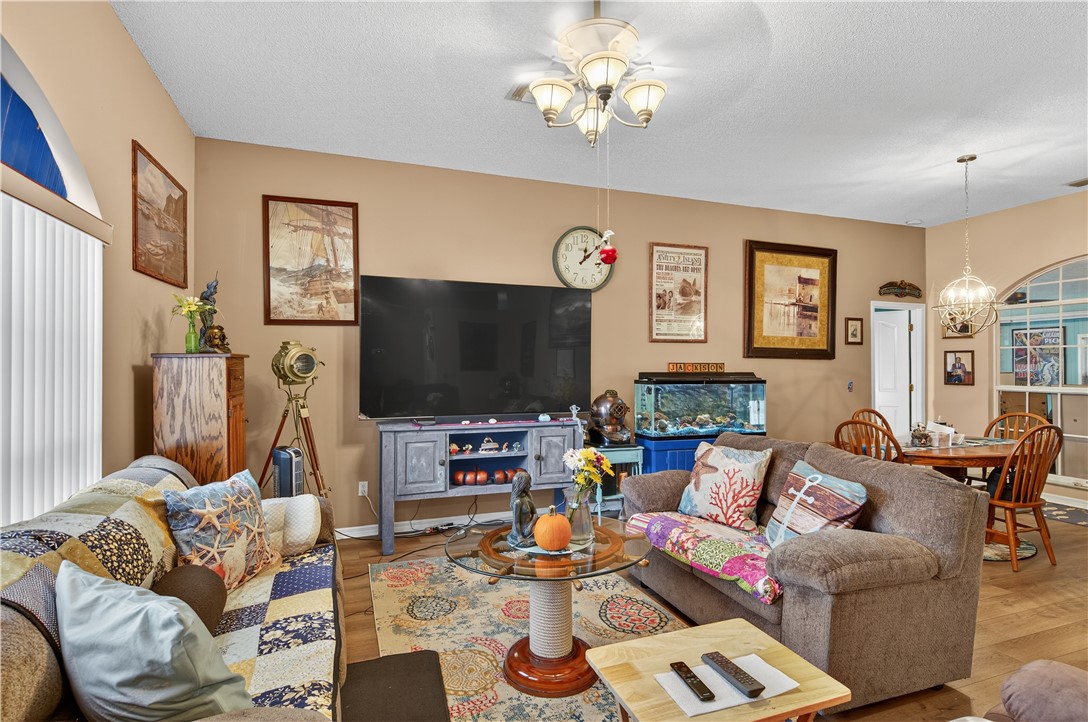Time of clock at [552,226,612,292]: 12:07
